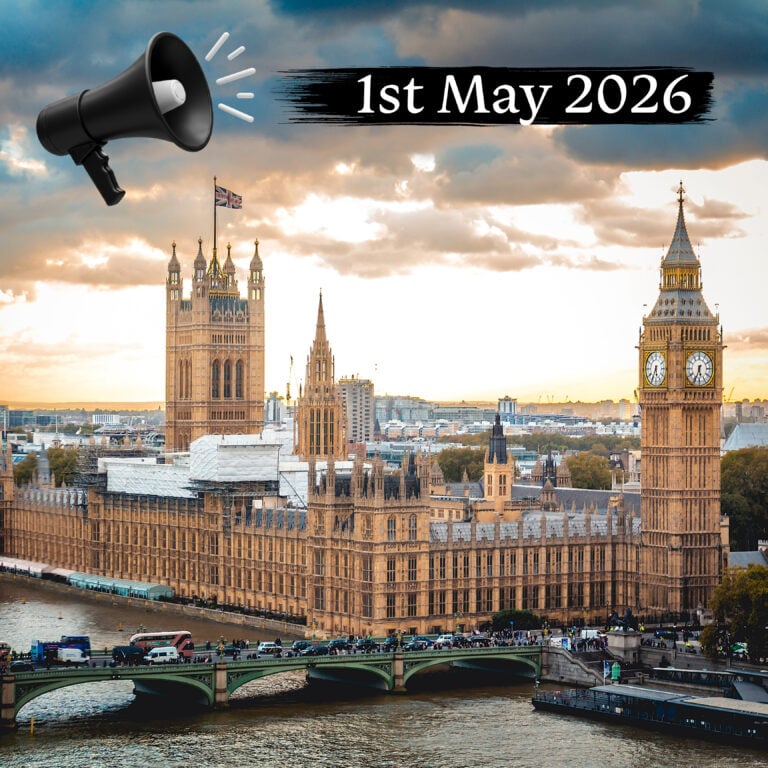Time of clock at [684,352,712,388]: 5:34
